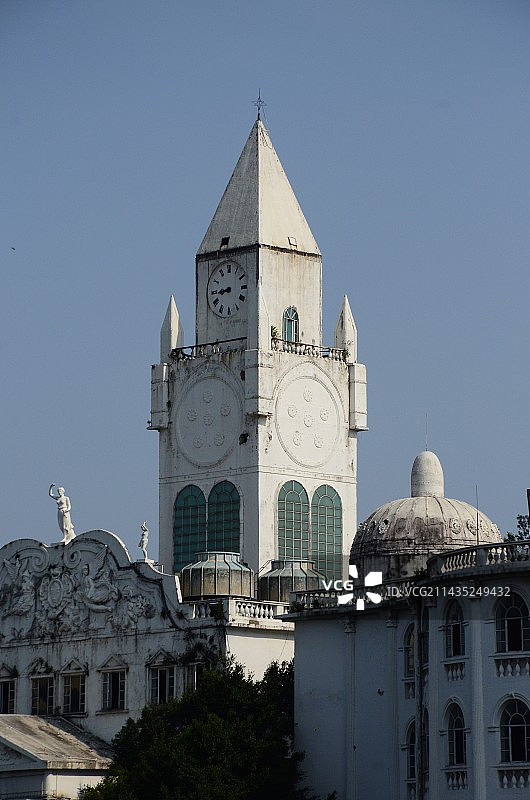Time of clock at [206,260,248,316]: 8:44
